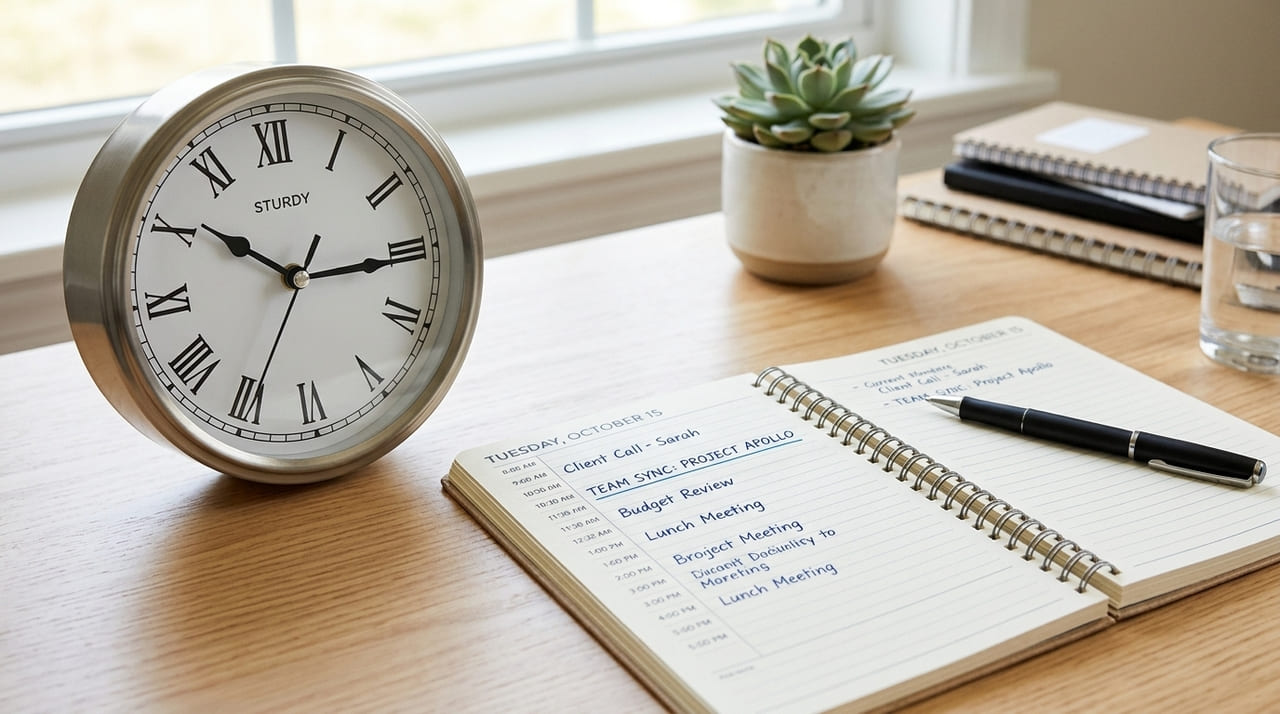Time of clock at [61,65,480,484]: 10:15
